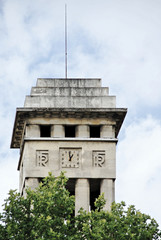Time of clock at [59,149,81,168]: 12:58
